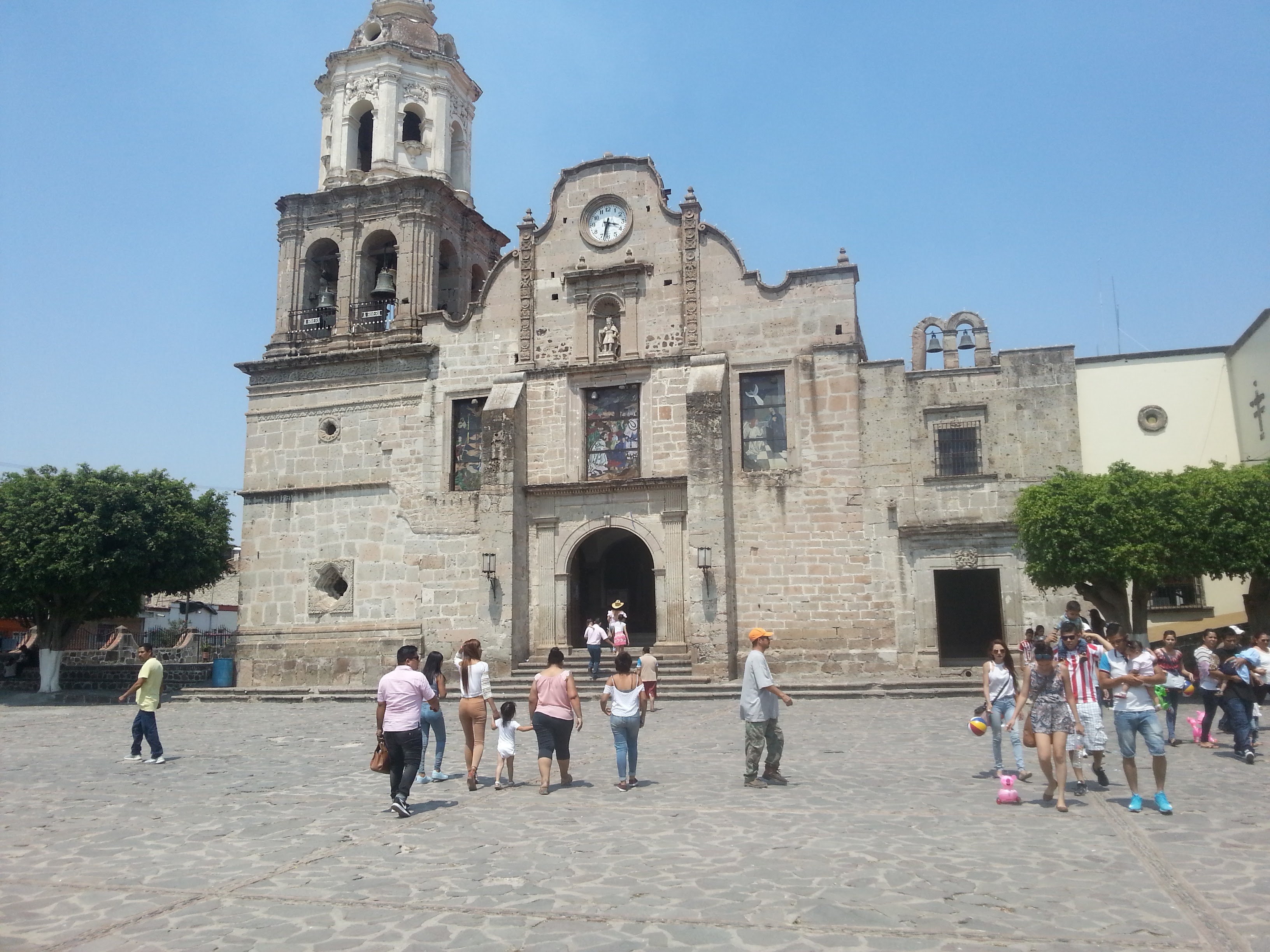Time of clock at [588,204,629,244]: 3:32
